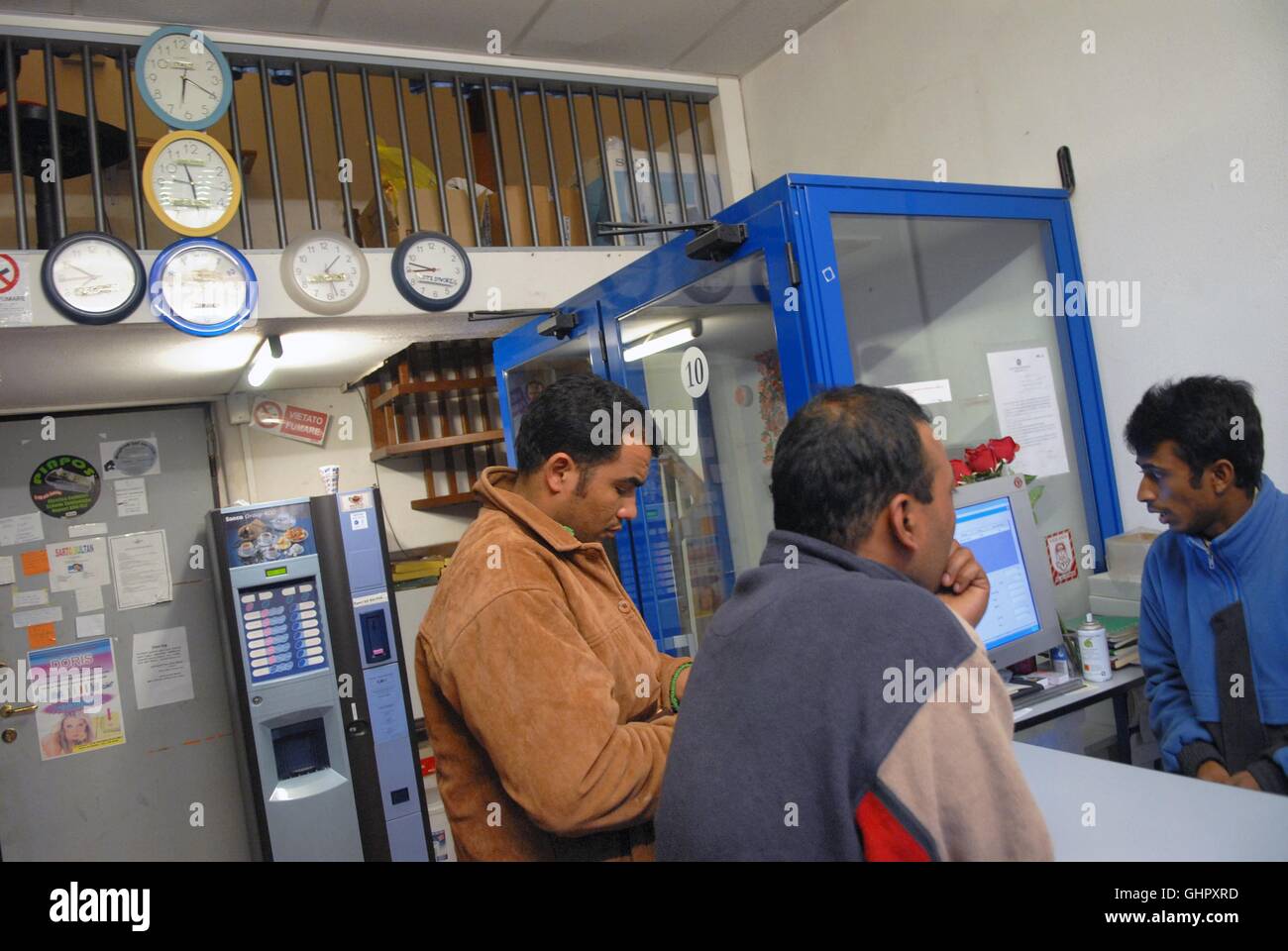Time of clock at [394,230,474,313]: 8:47
